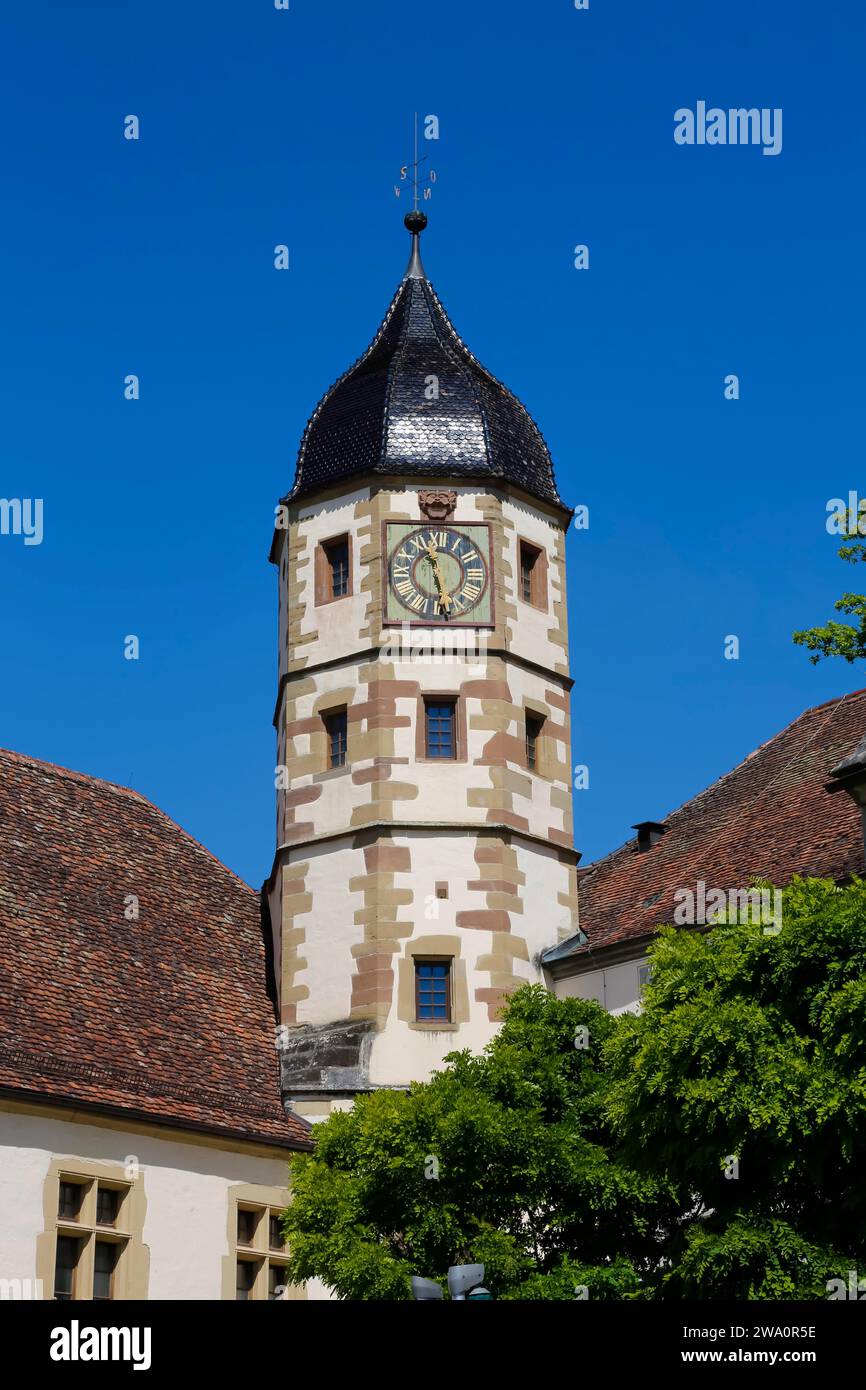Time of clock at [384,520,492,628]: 11:28
